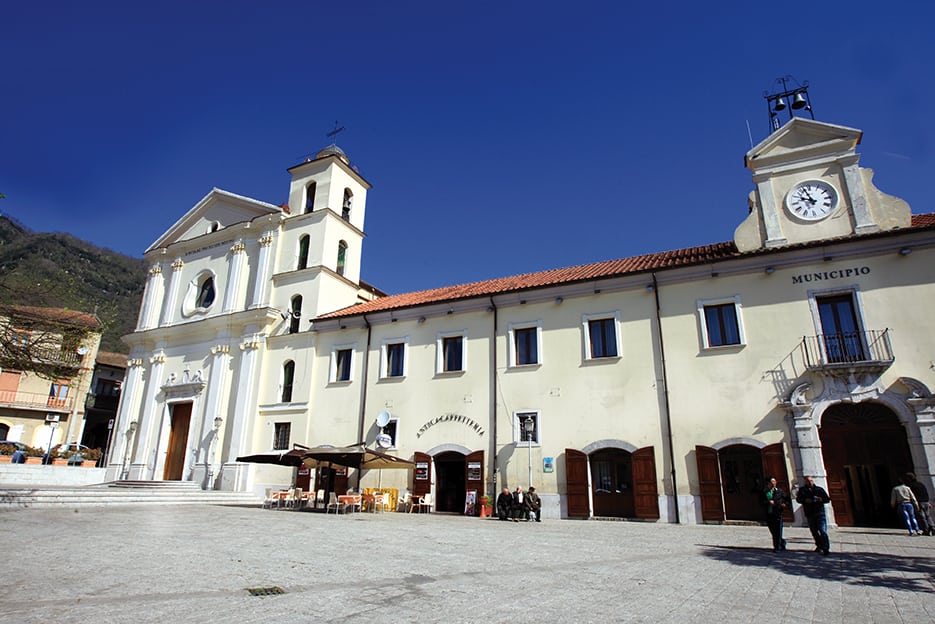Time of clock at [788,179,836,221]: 9:56
